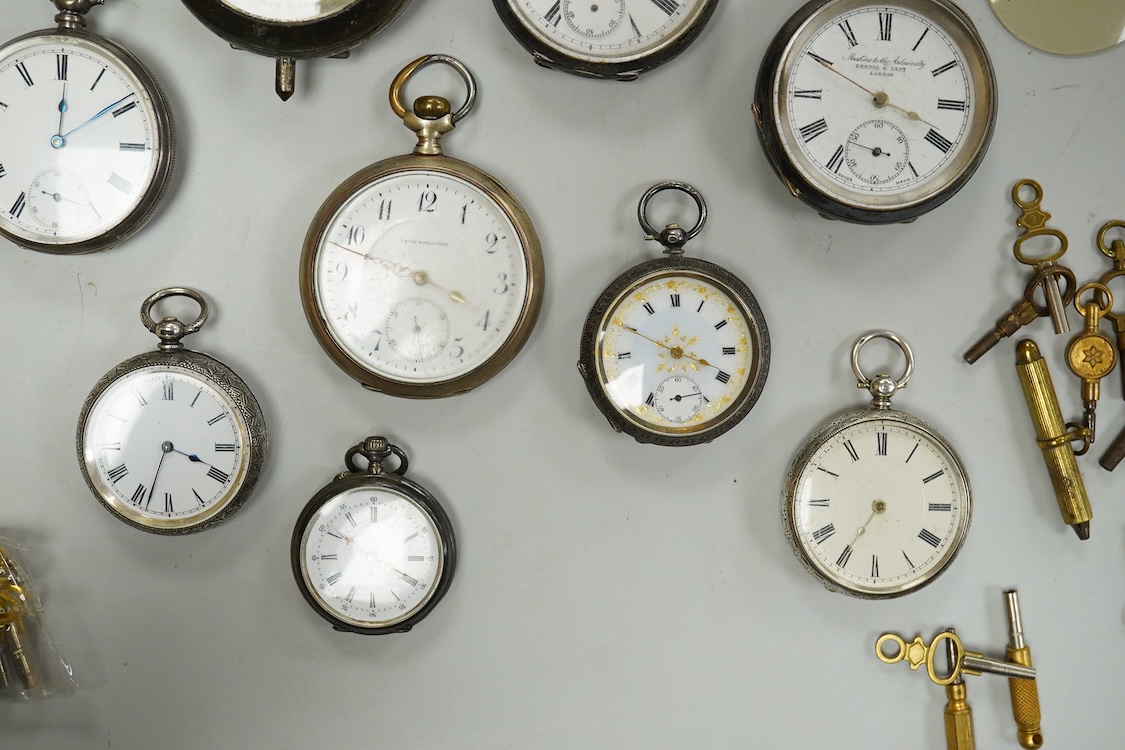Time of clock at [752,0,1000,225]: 3:49
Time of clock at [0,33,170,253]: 12:09
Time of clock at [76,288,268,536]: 3:33
